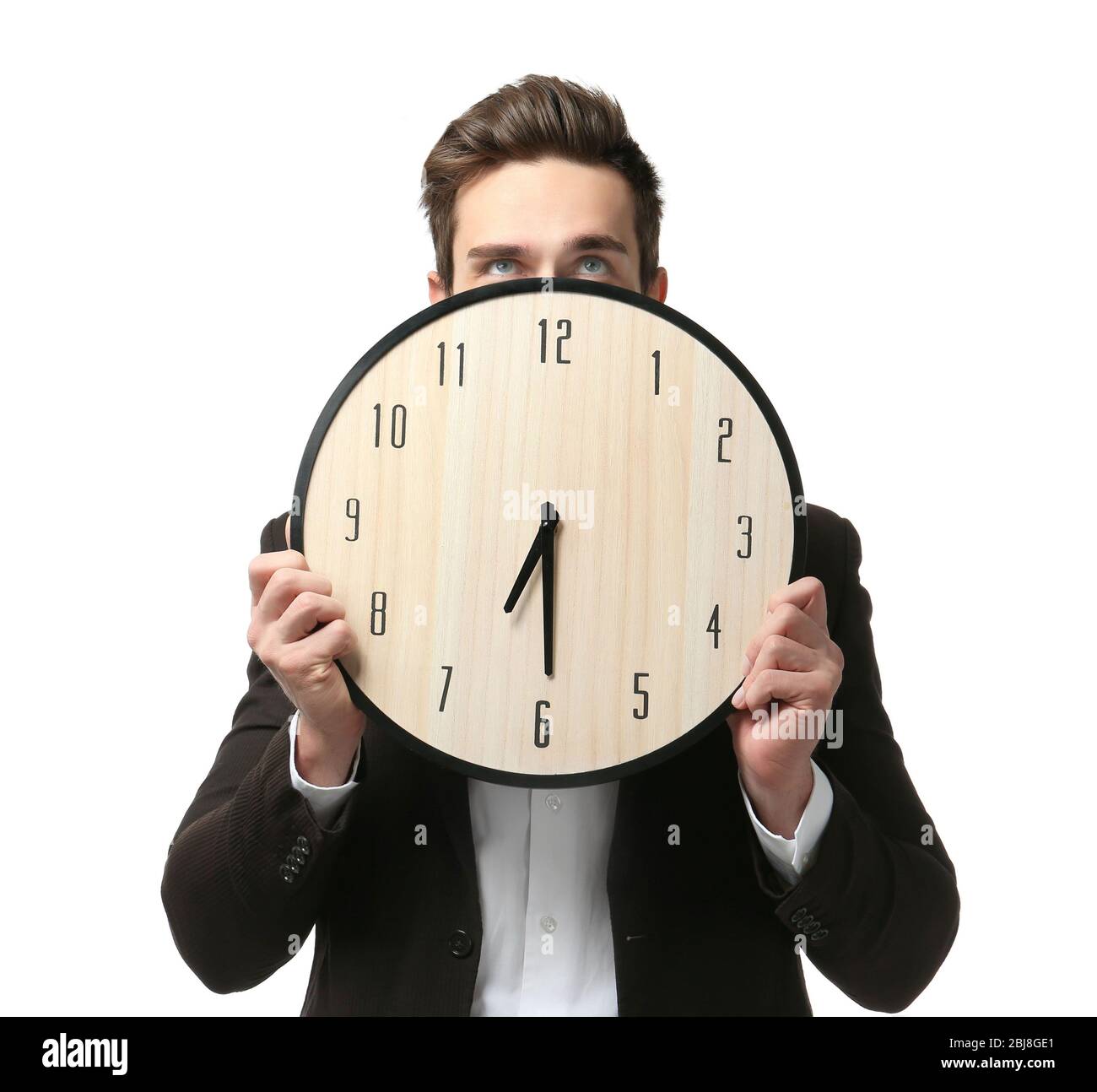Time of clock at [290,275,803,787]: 6:29
